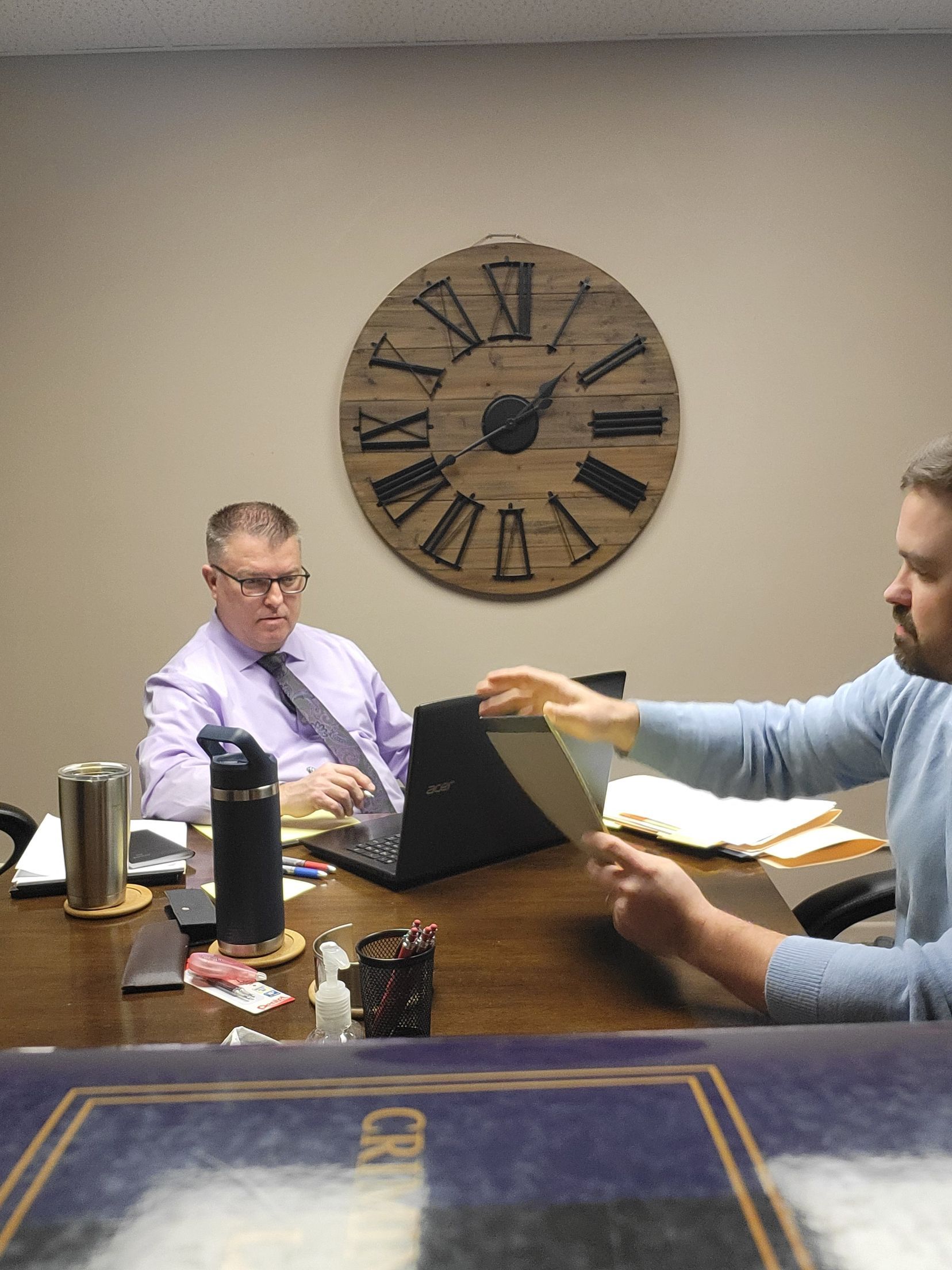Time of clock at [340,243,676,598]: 1:40
